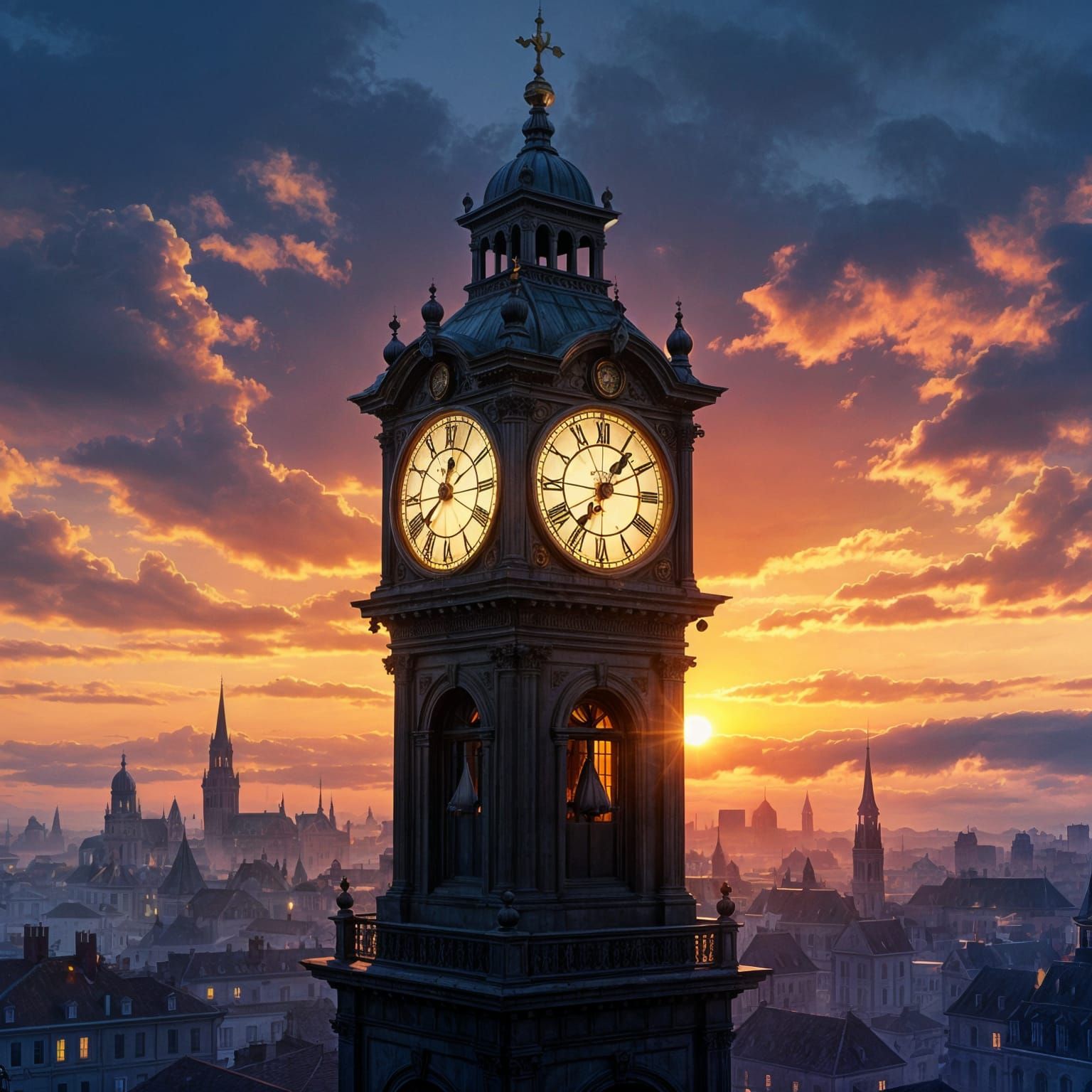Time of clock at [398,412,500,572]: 12:38
